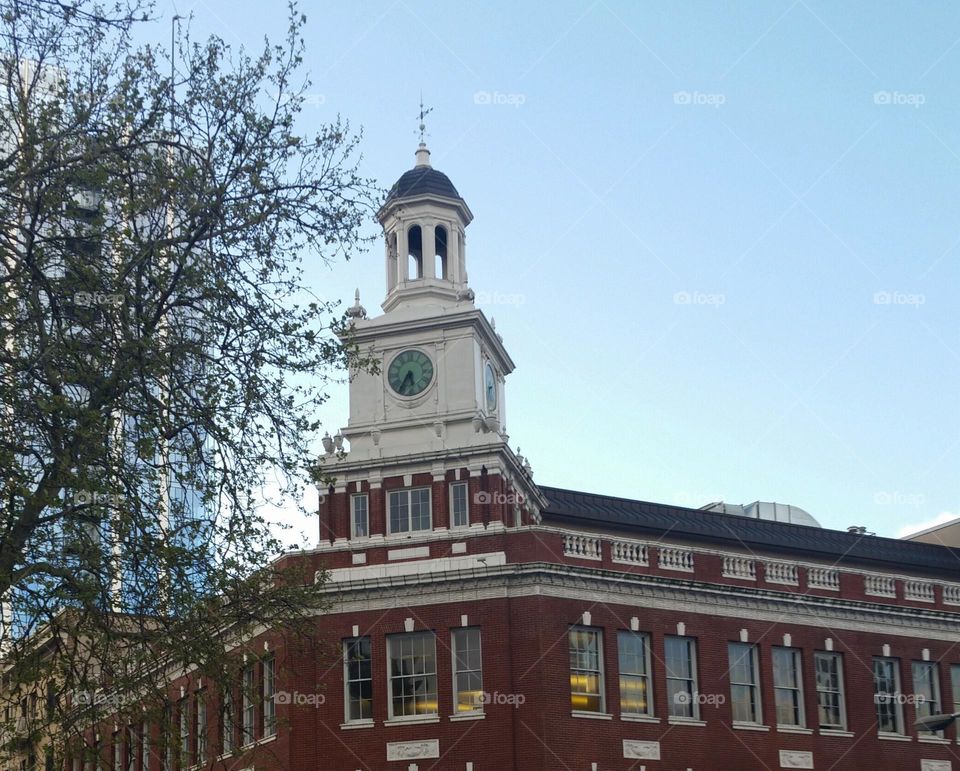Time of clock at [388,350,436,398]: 5:35
